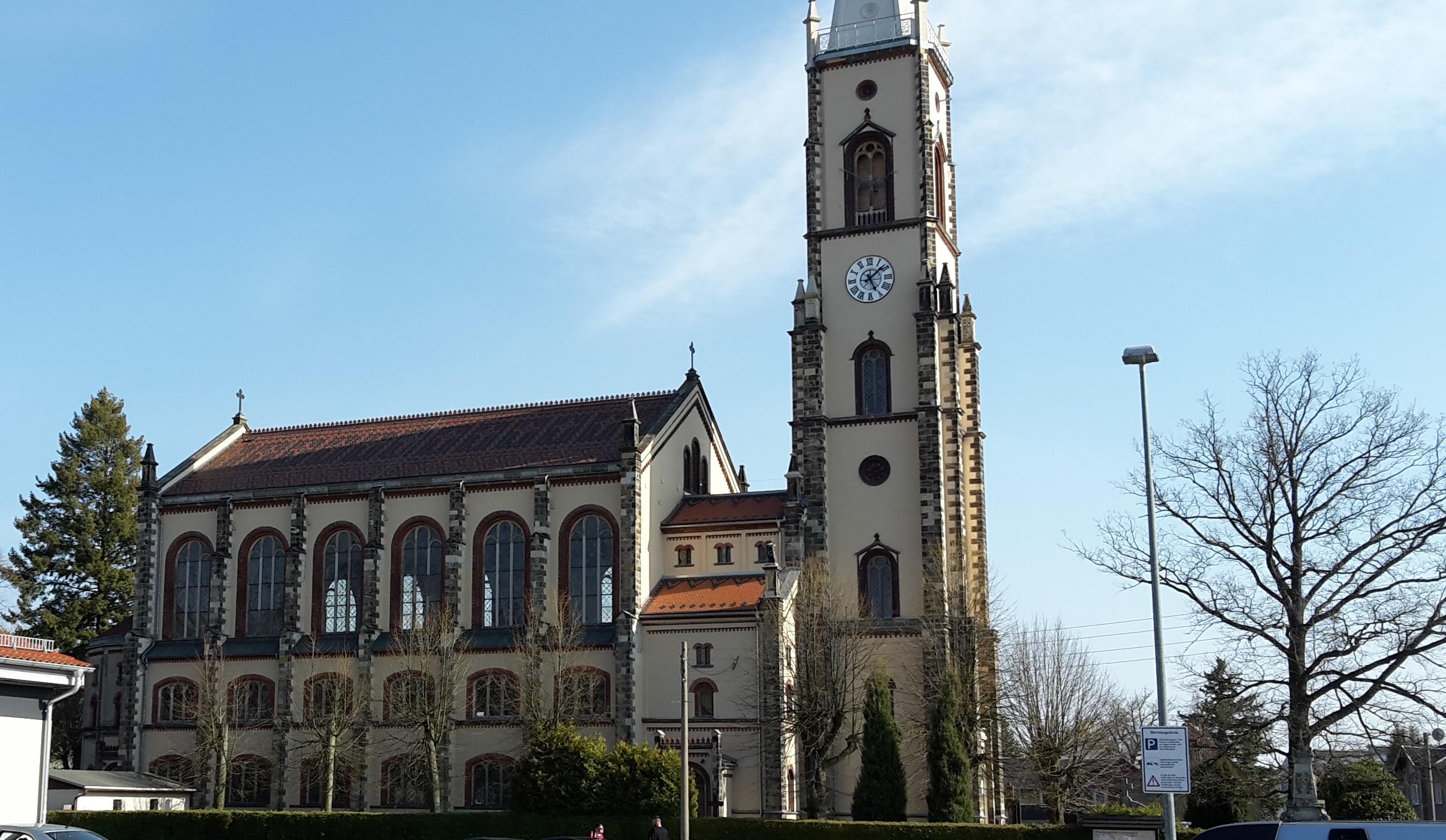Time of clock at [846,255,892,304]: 5:08
